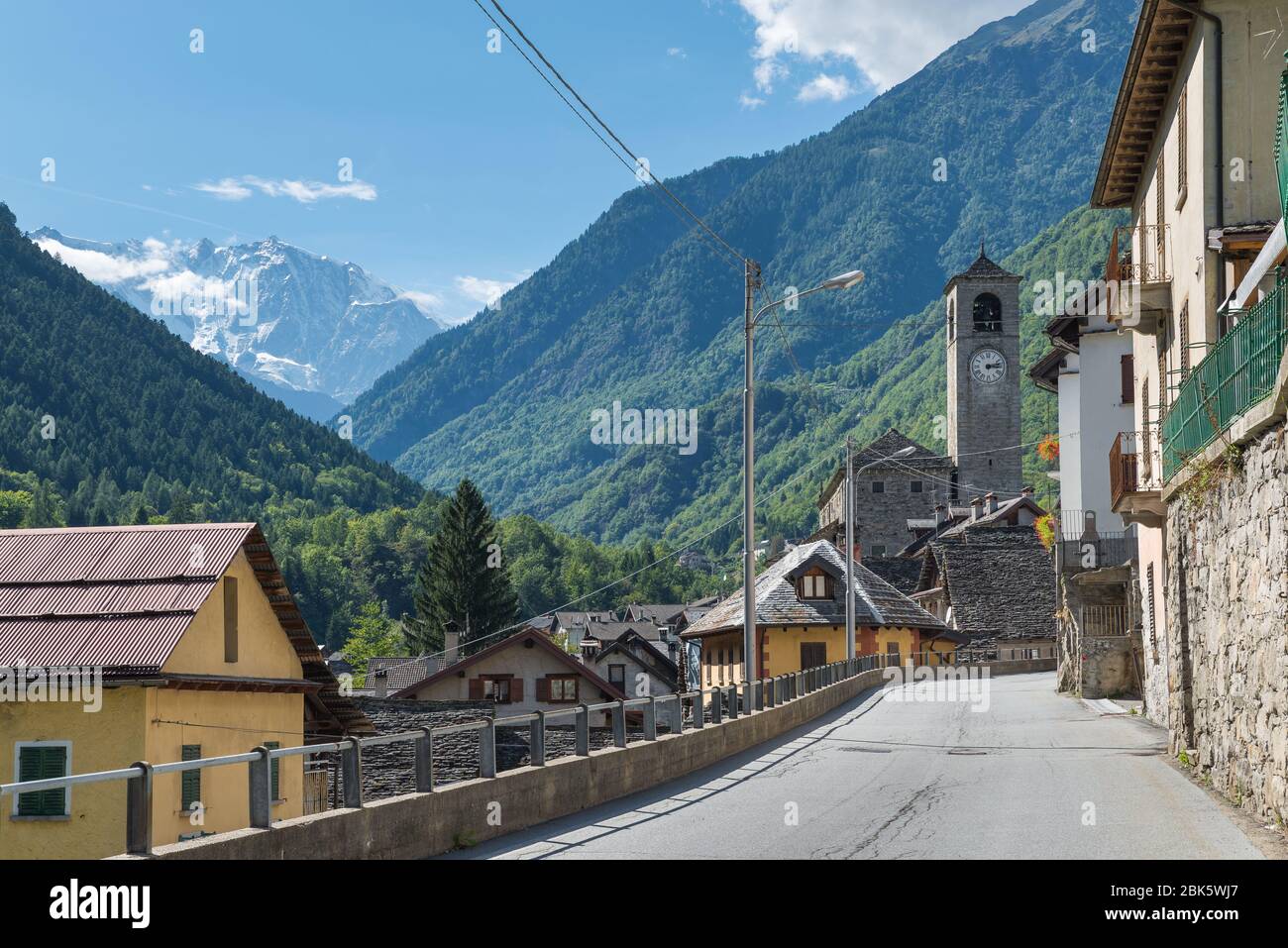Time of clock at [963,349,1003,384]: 3:12
